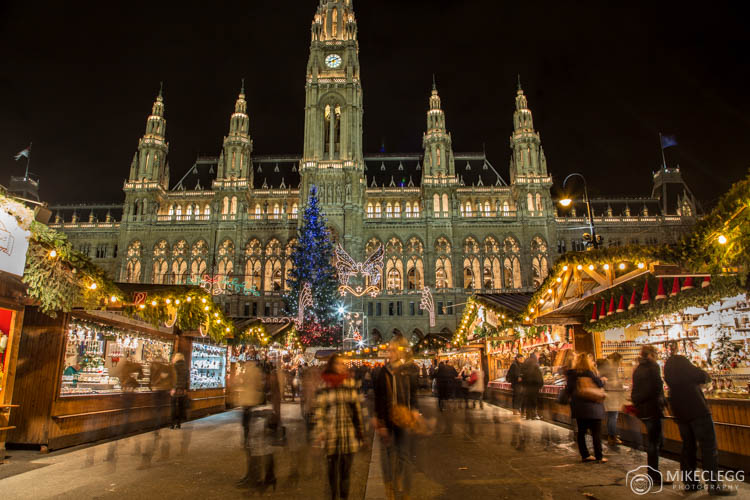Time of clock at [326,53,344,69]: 8:09
